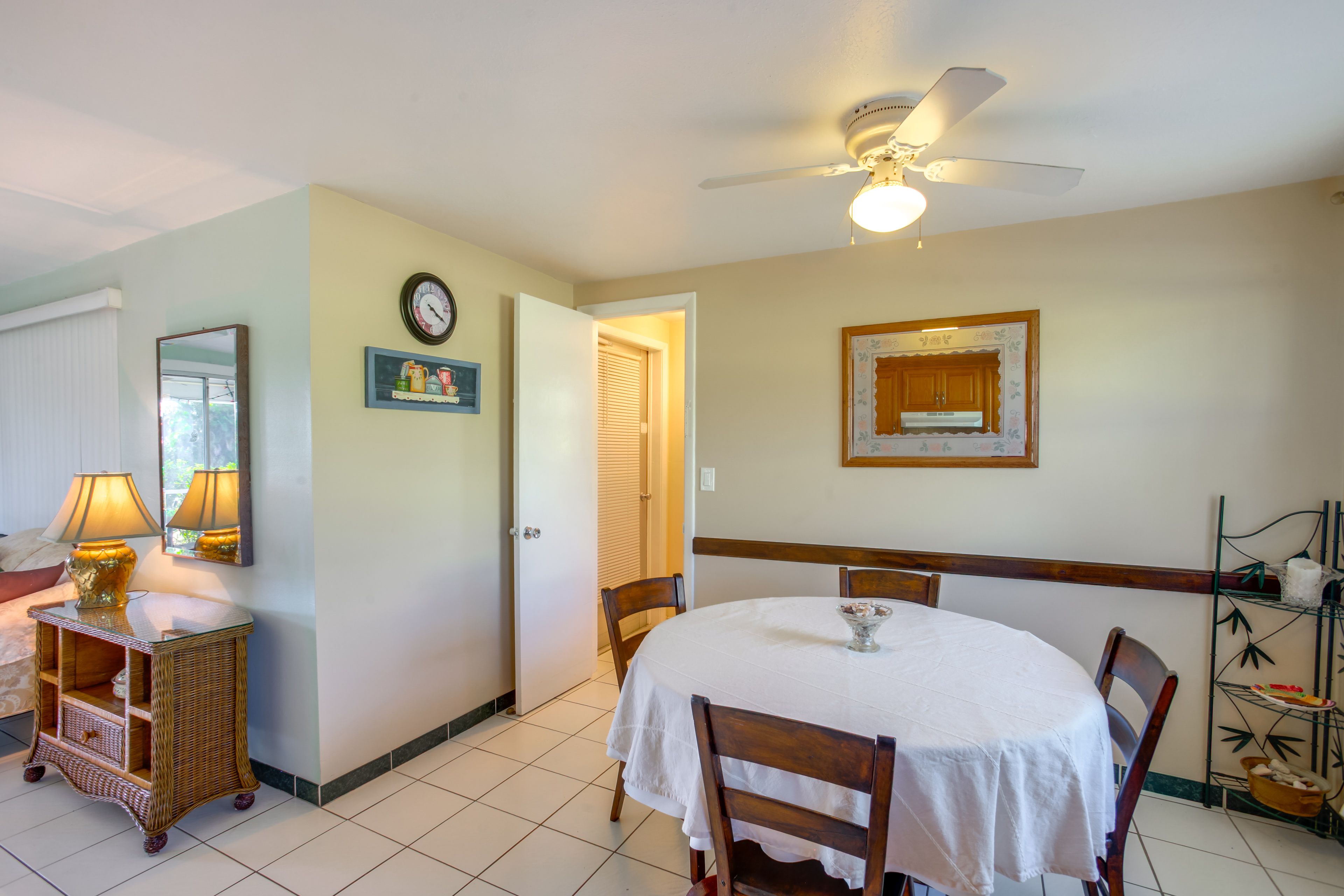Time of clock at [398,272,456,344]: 4:20
